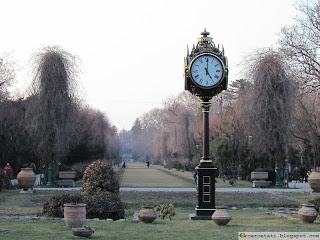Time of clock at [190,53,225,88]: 5:00
